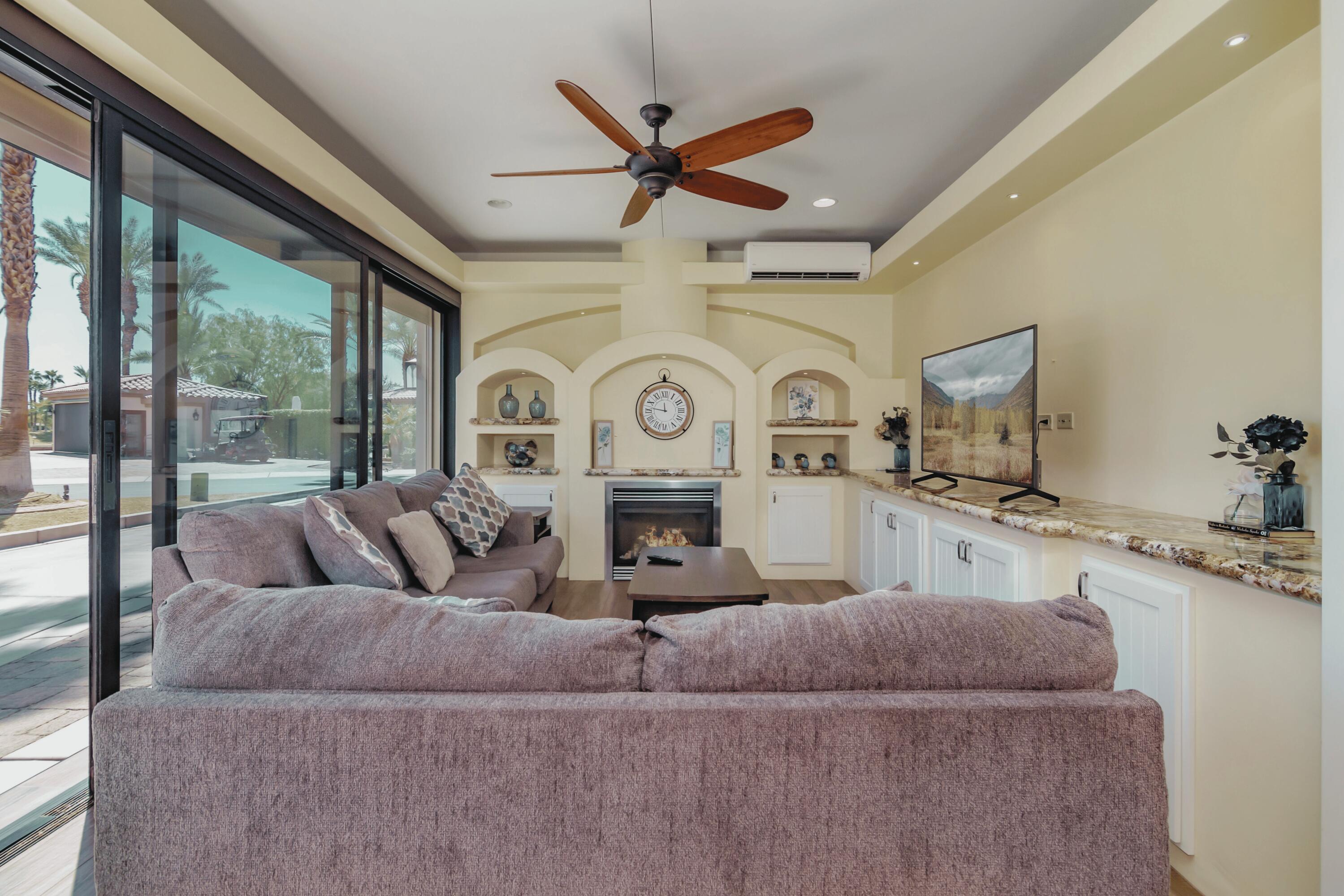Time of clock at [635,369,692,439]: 11:46
